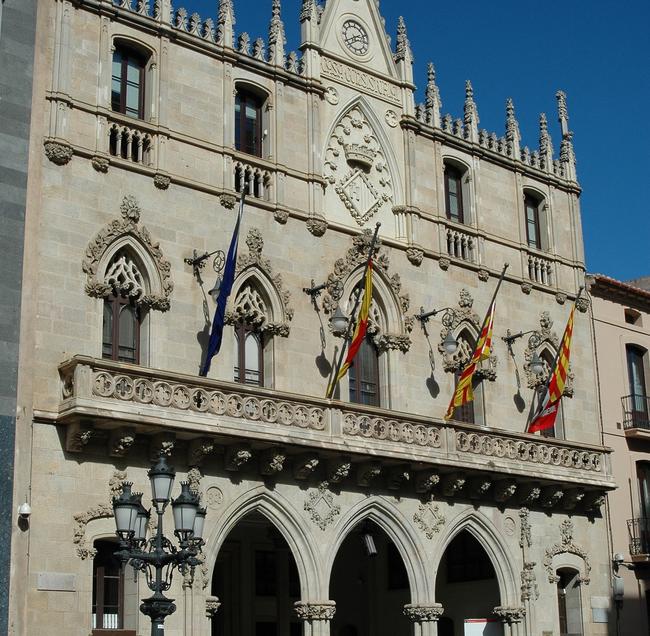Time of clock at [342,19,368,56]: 2:40
